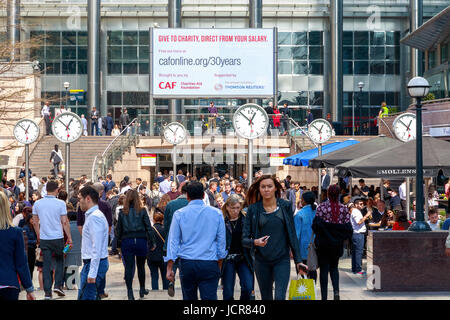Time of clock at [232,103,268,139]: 12:52
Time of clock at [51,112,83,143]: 12:52
